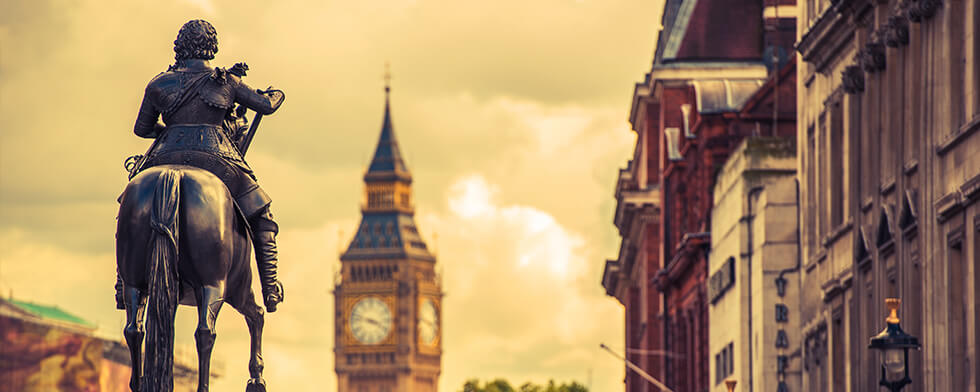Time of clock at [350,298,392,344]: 3:47
